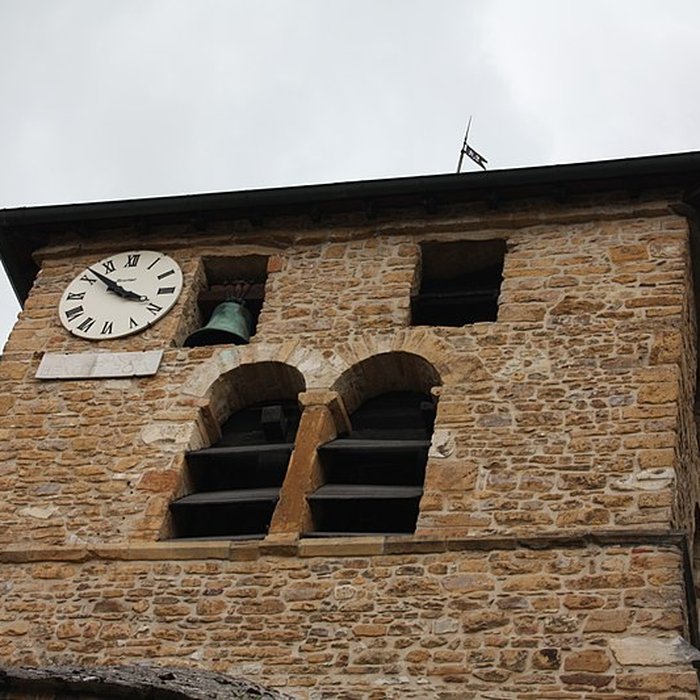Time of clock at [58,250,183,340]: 3:51
